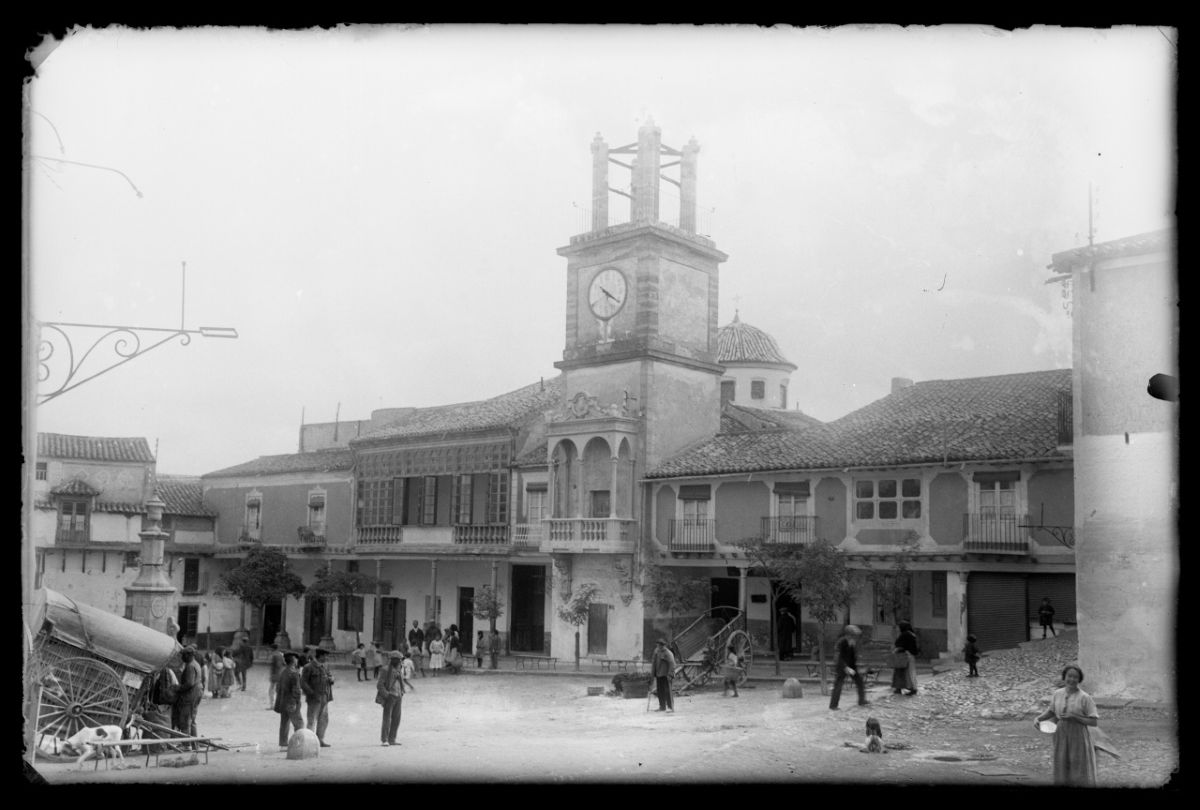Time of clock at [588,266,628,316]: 10:20
